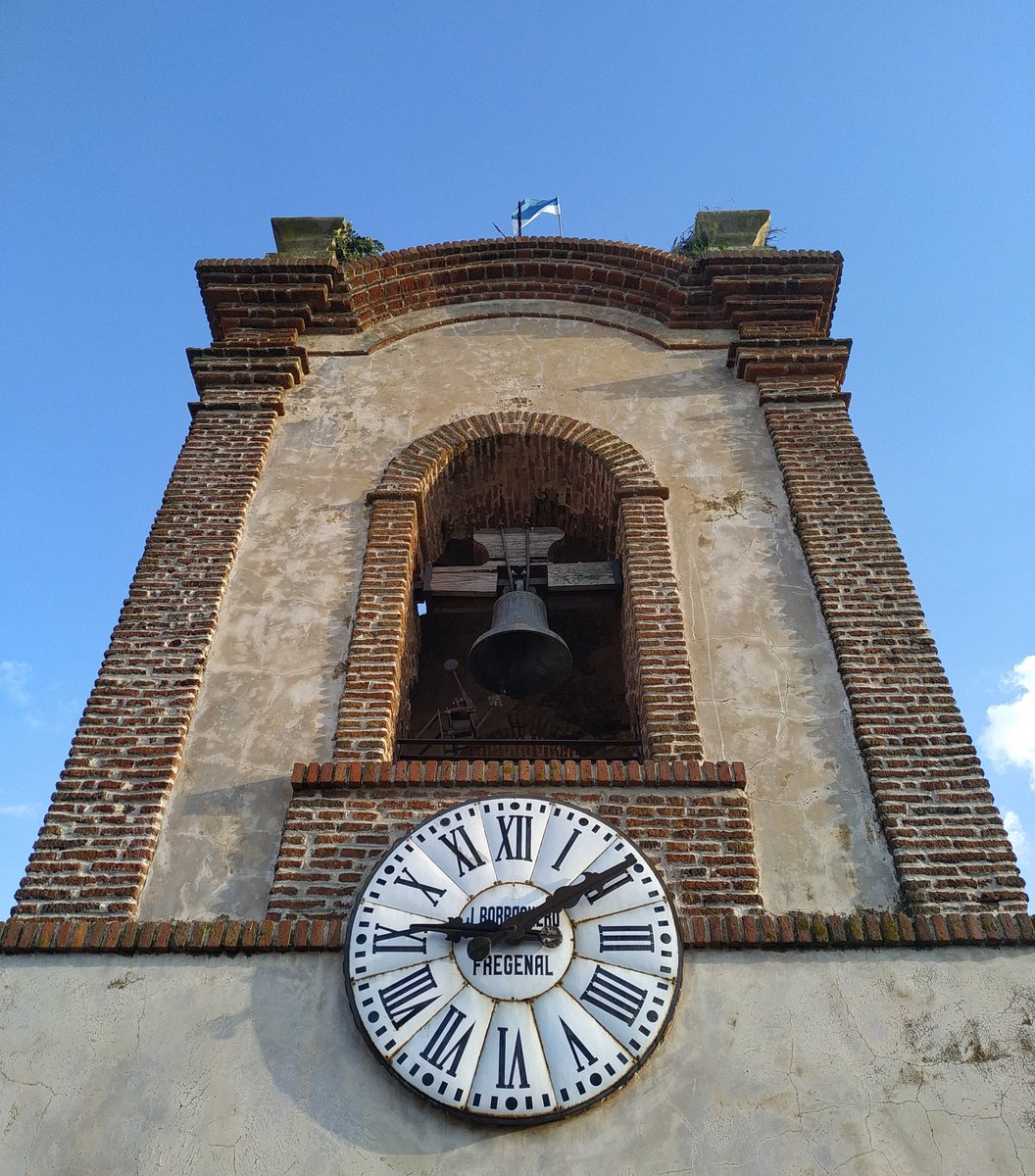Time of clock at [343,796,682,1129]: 9:09
